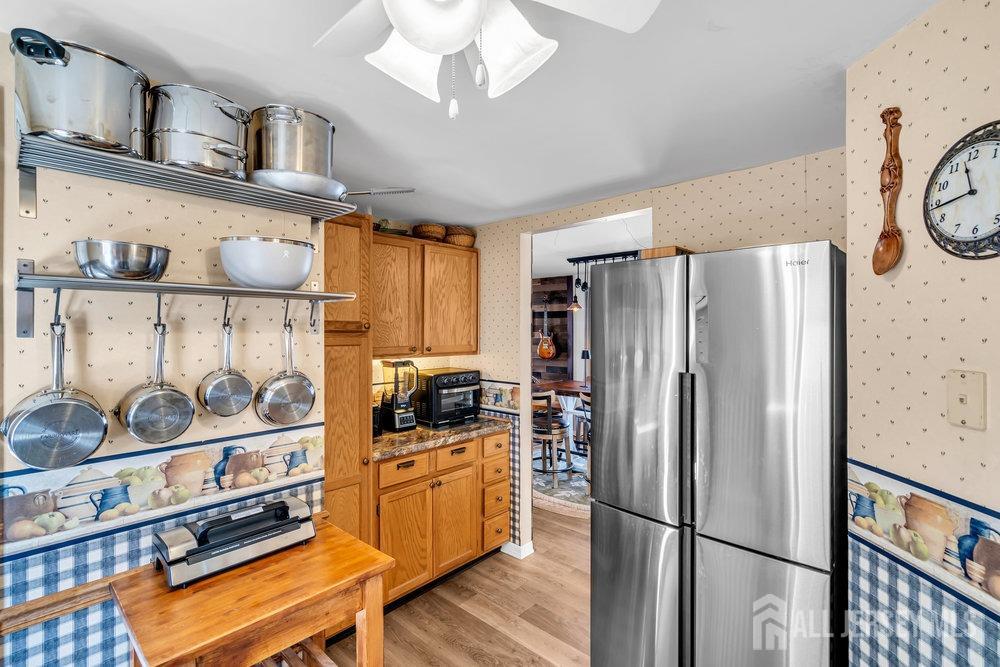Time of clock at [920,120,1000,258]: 11:43
